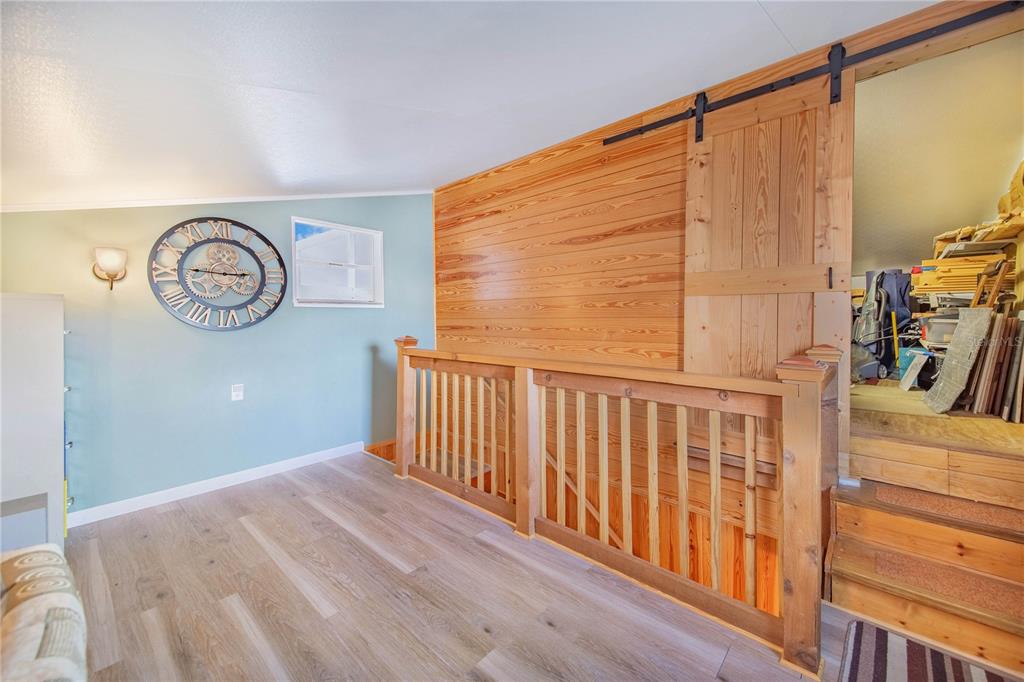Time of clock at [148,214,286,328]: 2:46
